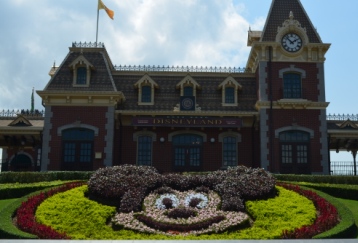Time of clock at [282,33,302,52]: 1:52
